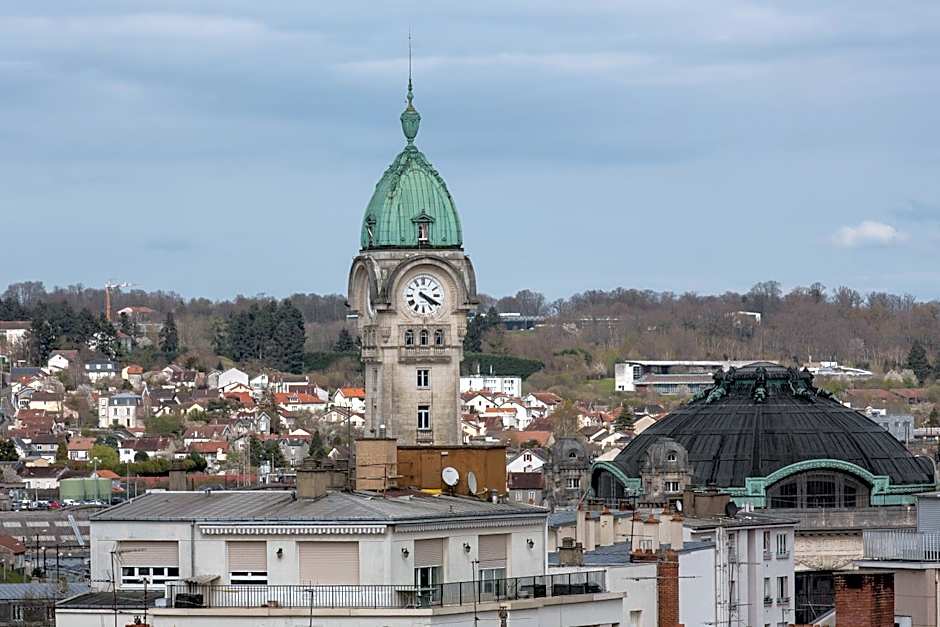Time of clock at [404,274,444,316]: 4:19
